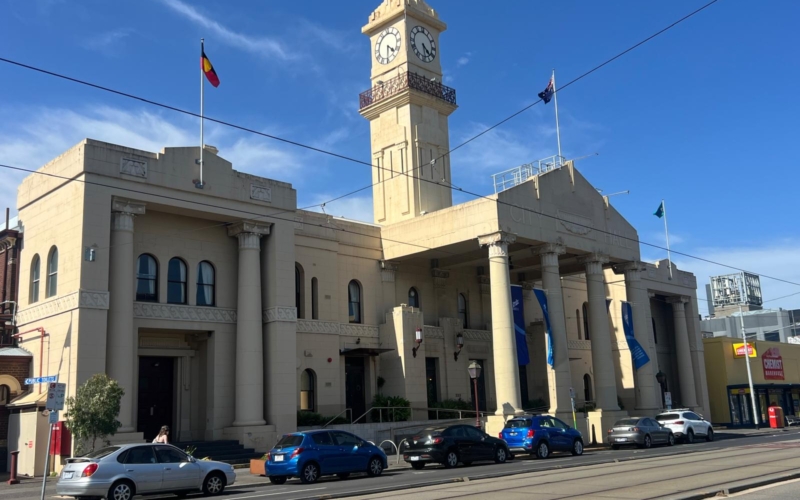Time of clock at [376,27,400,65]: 4:30
